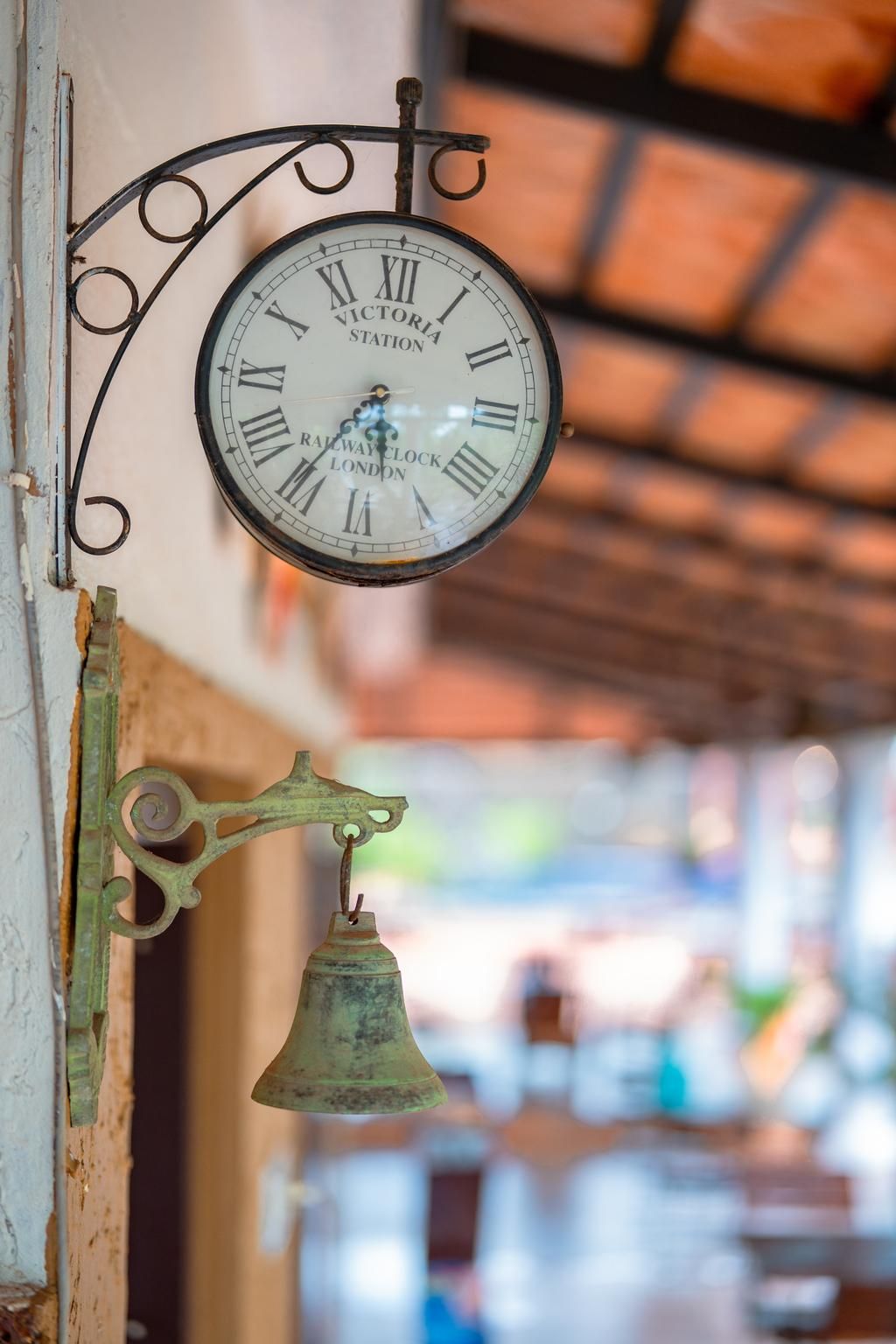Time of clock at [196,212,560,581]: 5:35
